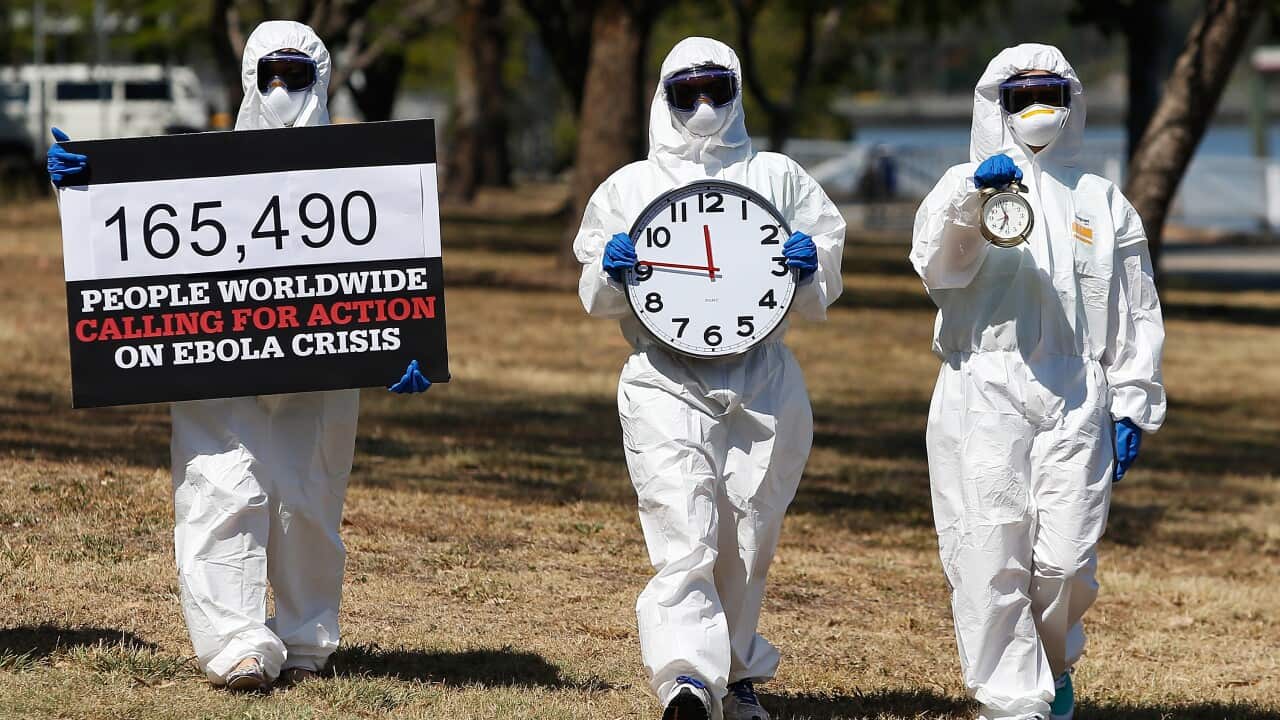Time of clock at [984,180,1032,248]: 6:57
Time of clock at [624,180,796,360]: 11:46
